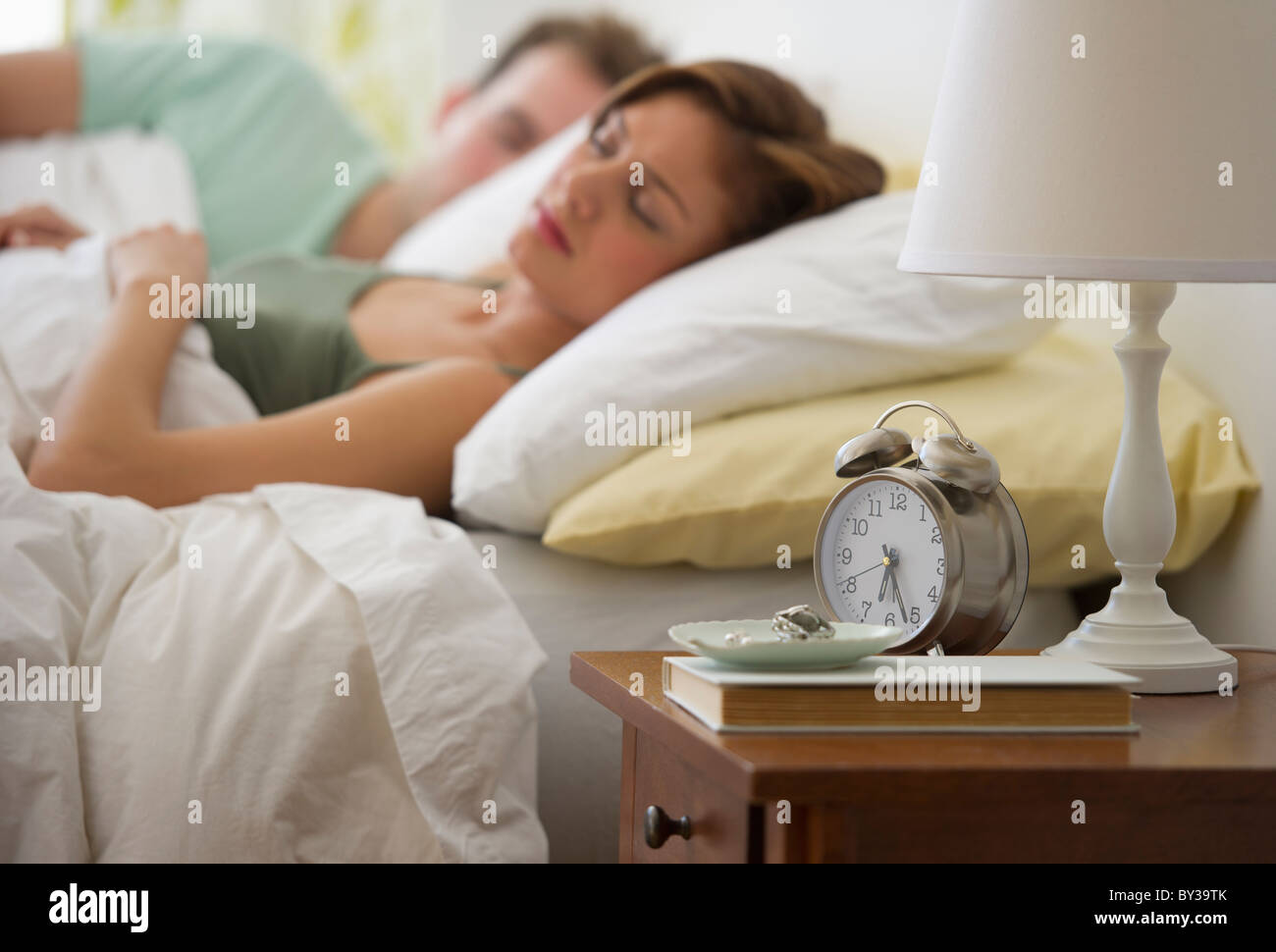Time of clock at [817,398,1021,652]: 6:26
